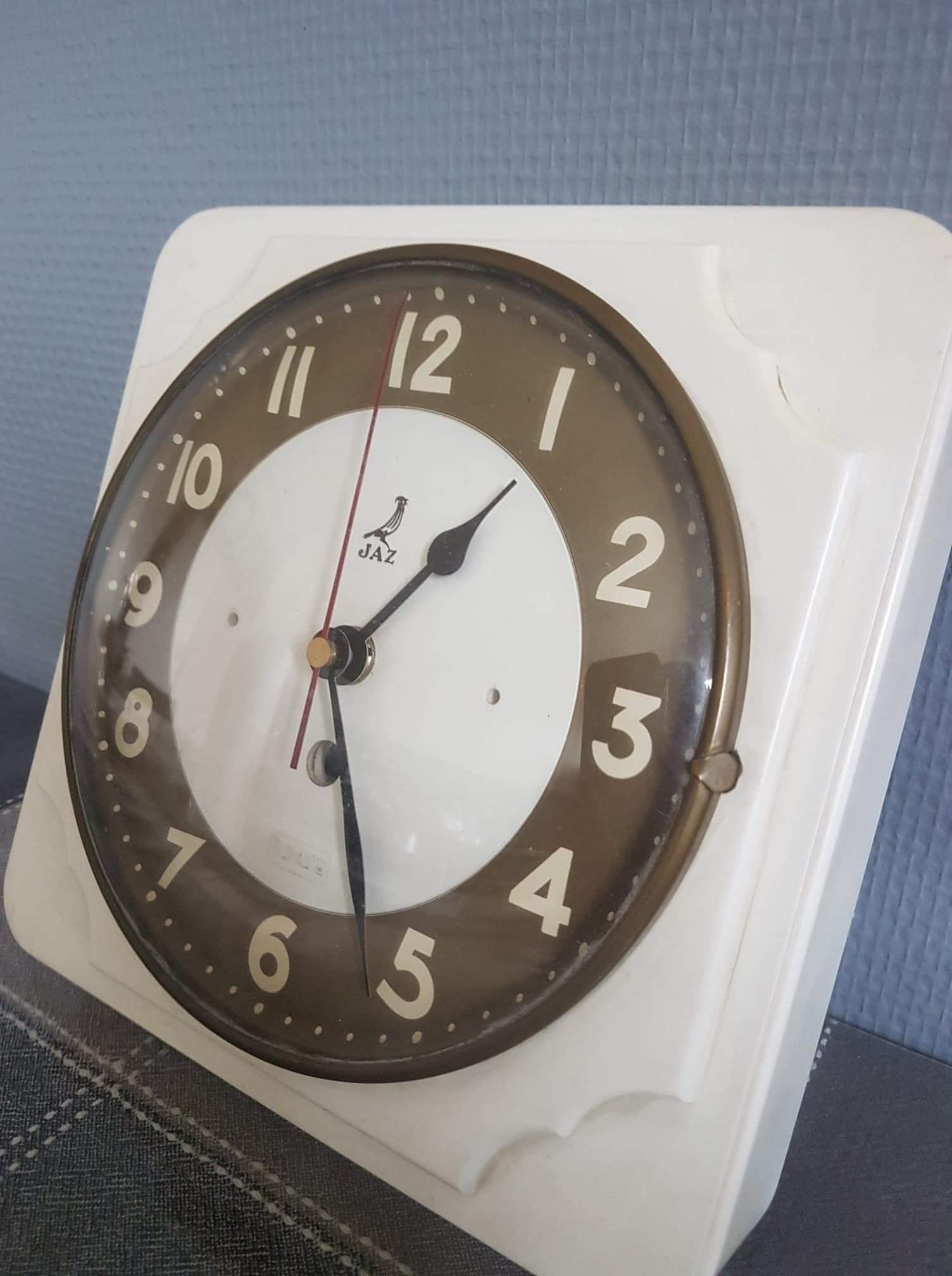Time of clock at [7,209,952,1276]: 1:26
